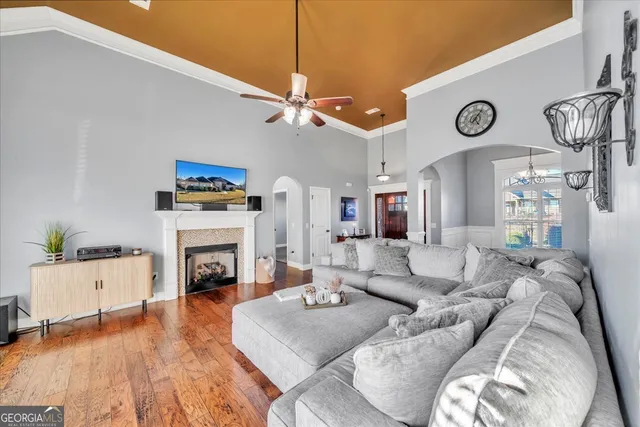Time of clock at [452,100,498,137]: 5:05
